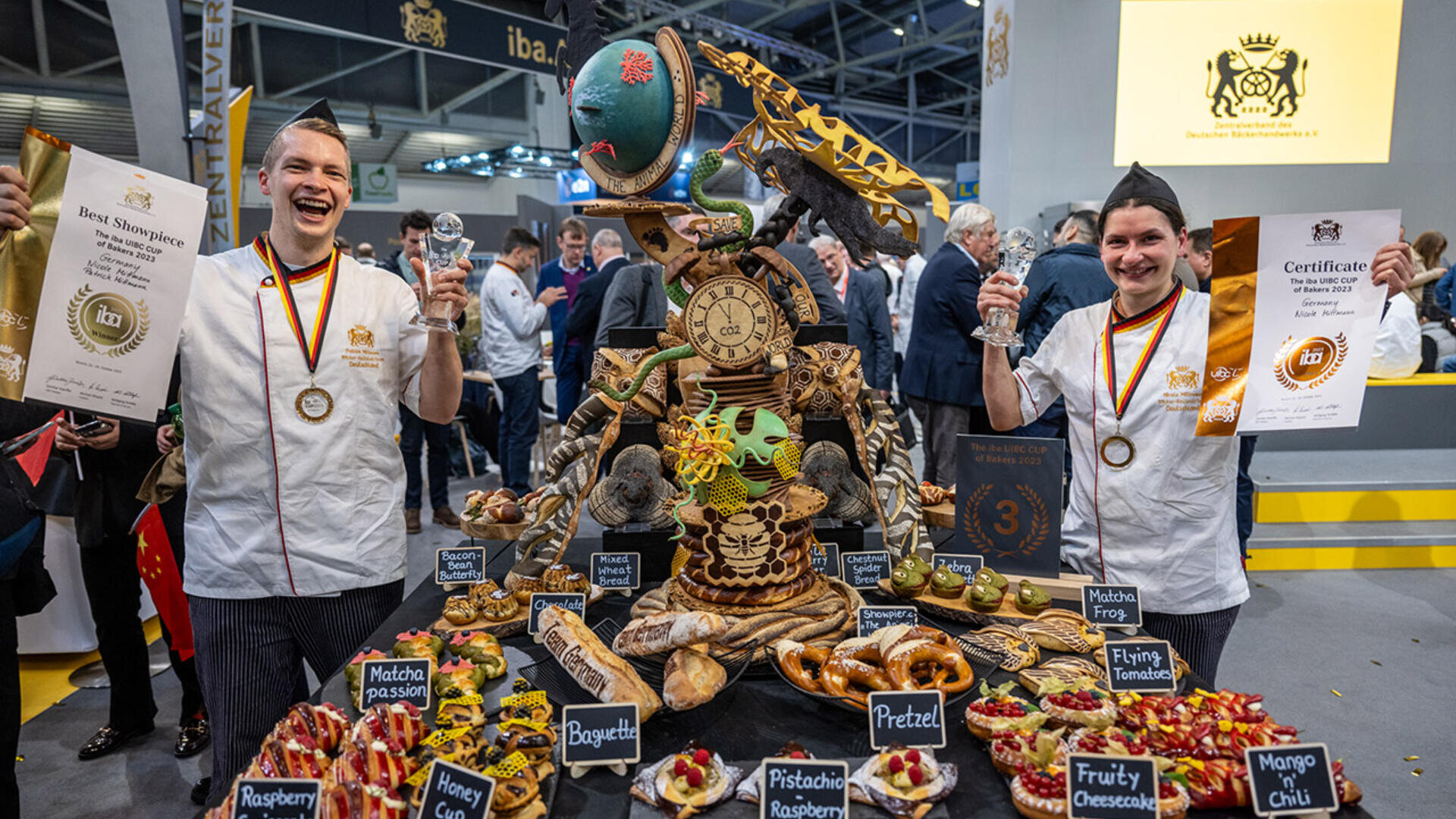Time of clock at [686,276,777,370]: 11:54
